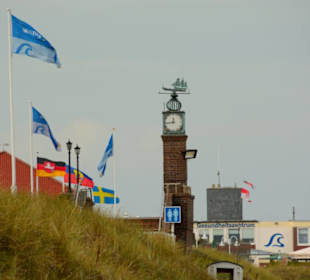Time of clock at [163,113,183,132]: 11:44
